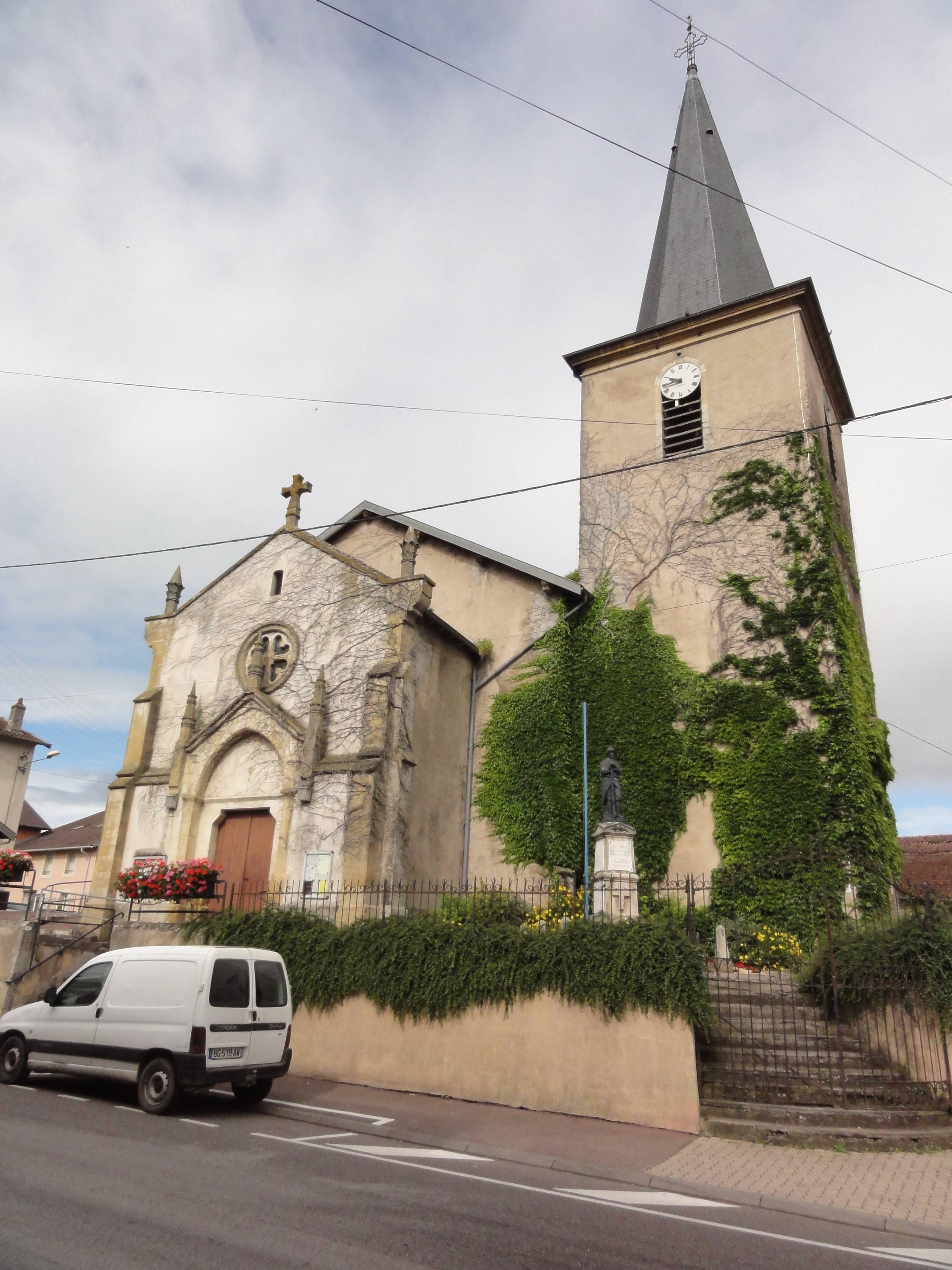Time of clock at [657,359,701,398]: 9:43
